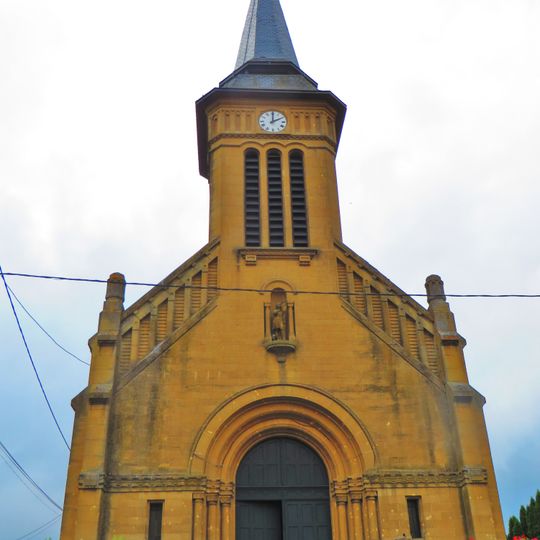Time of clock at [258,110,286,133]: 2:00
